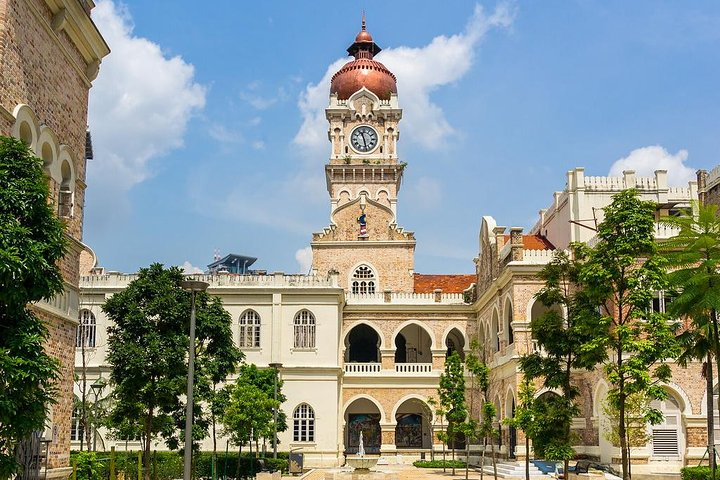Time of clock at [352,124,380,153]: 11:28
